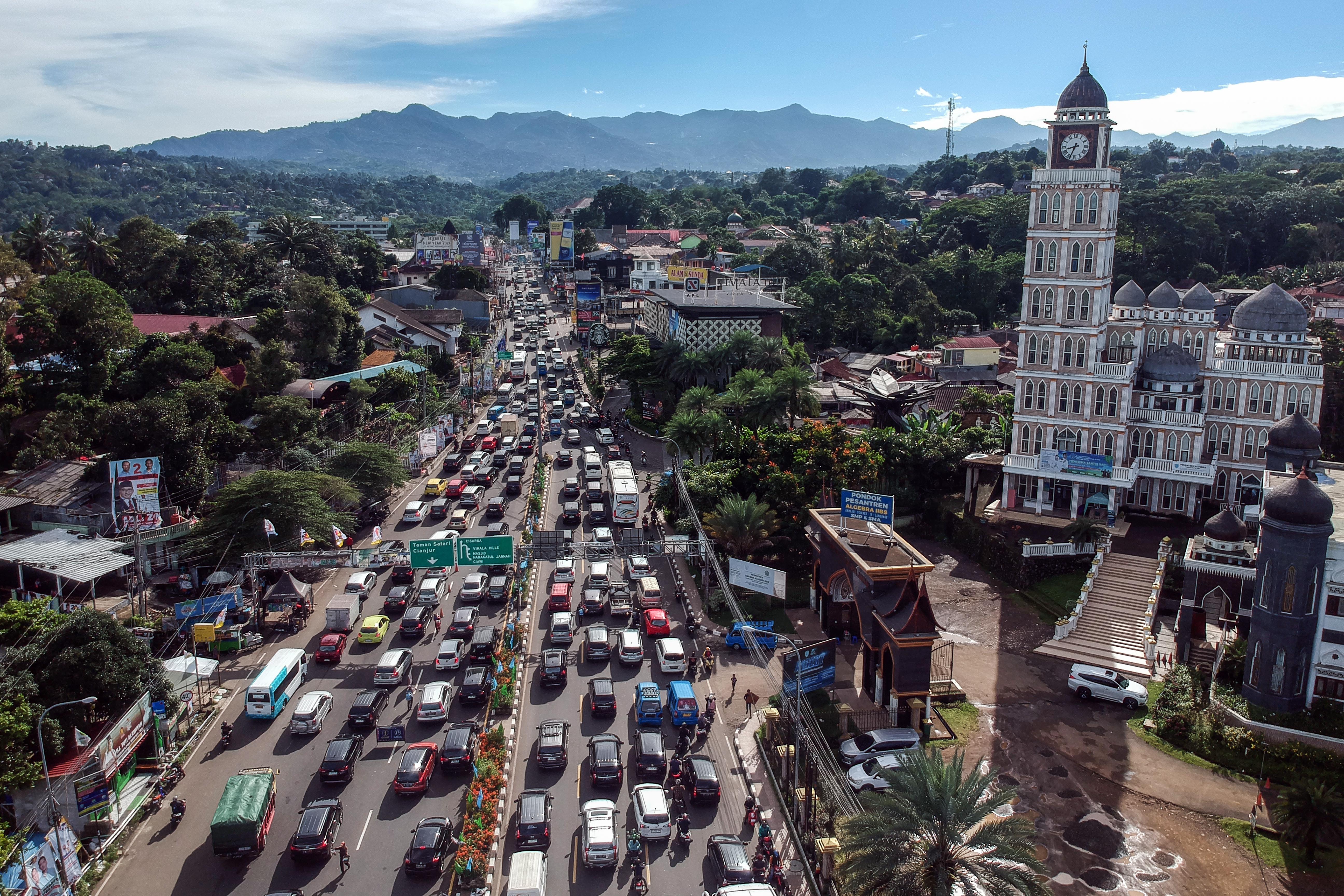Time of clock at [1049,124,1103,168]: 8:33
